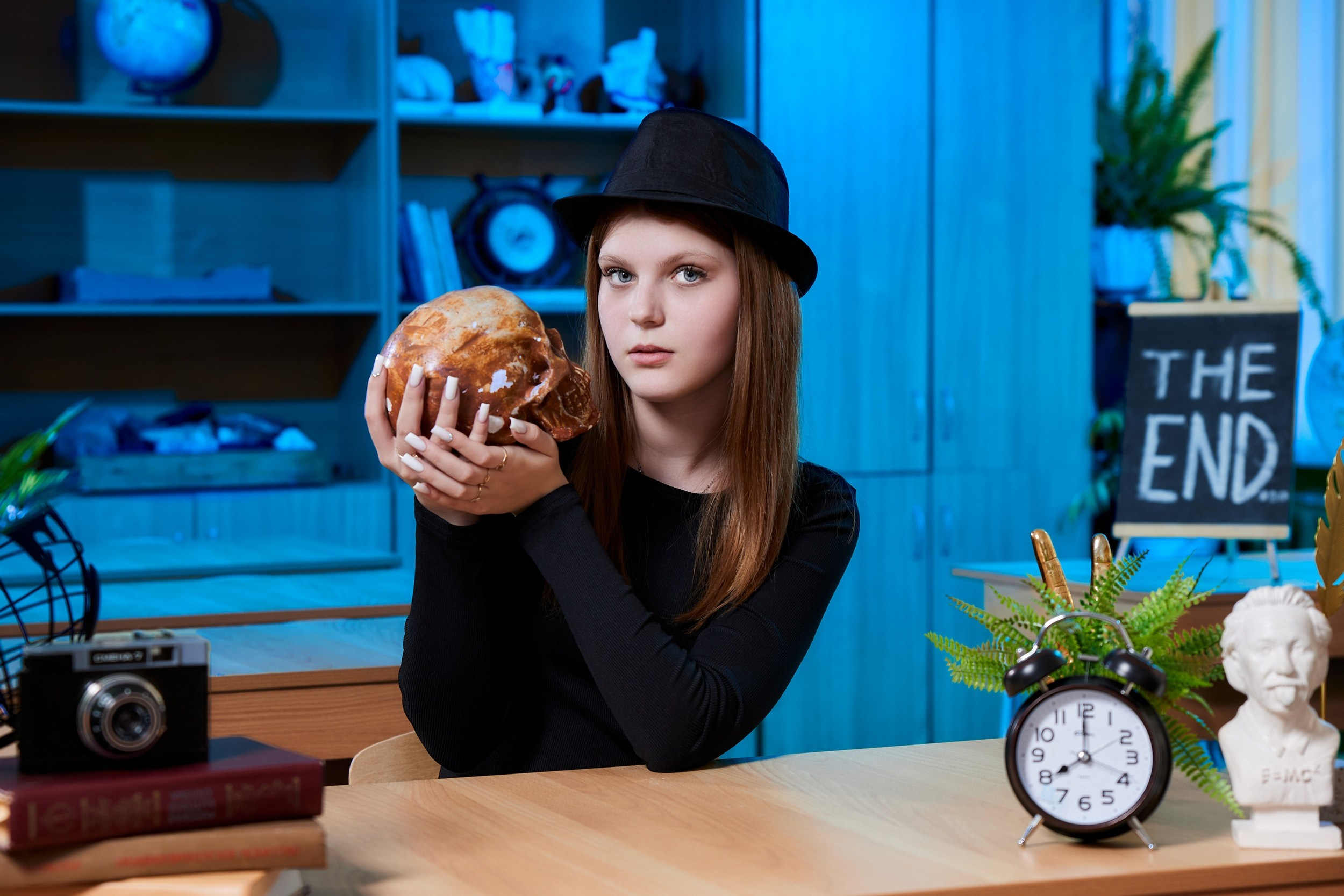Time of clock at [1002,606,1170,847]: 8:00
